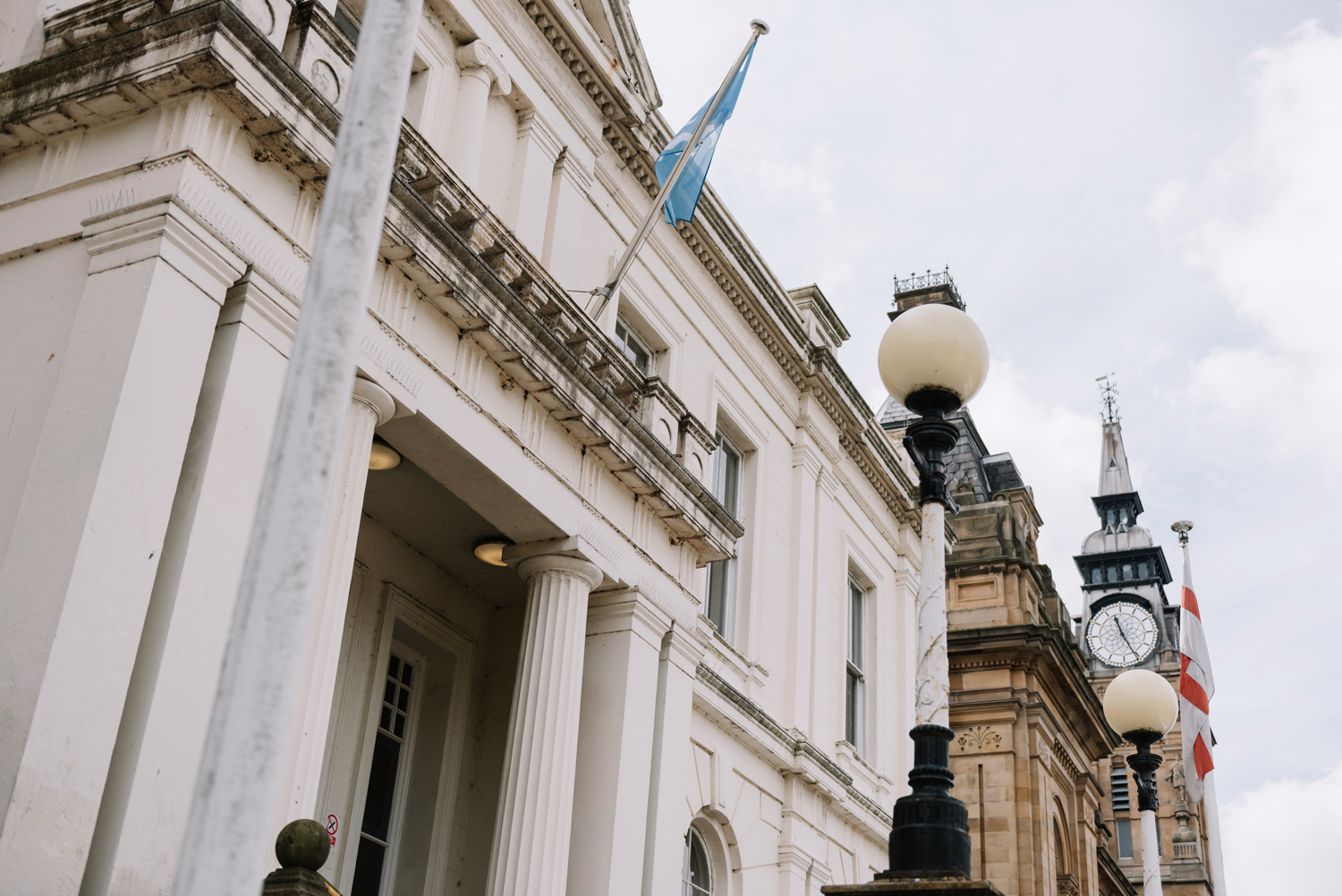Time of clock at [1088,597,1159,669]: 11:25
